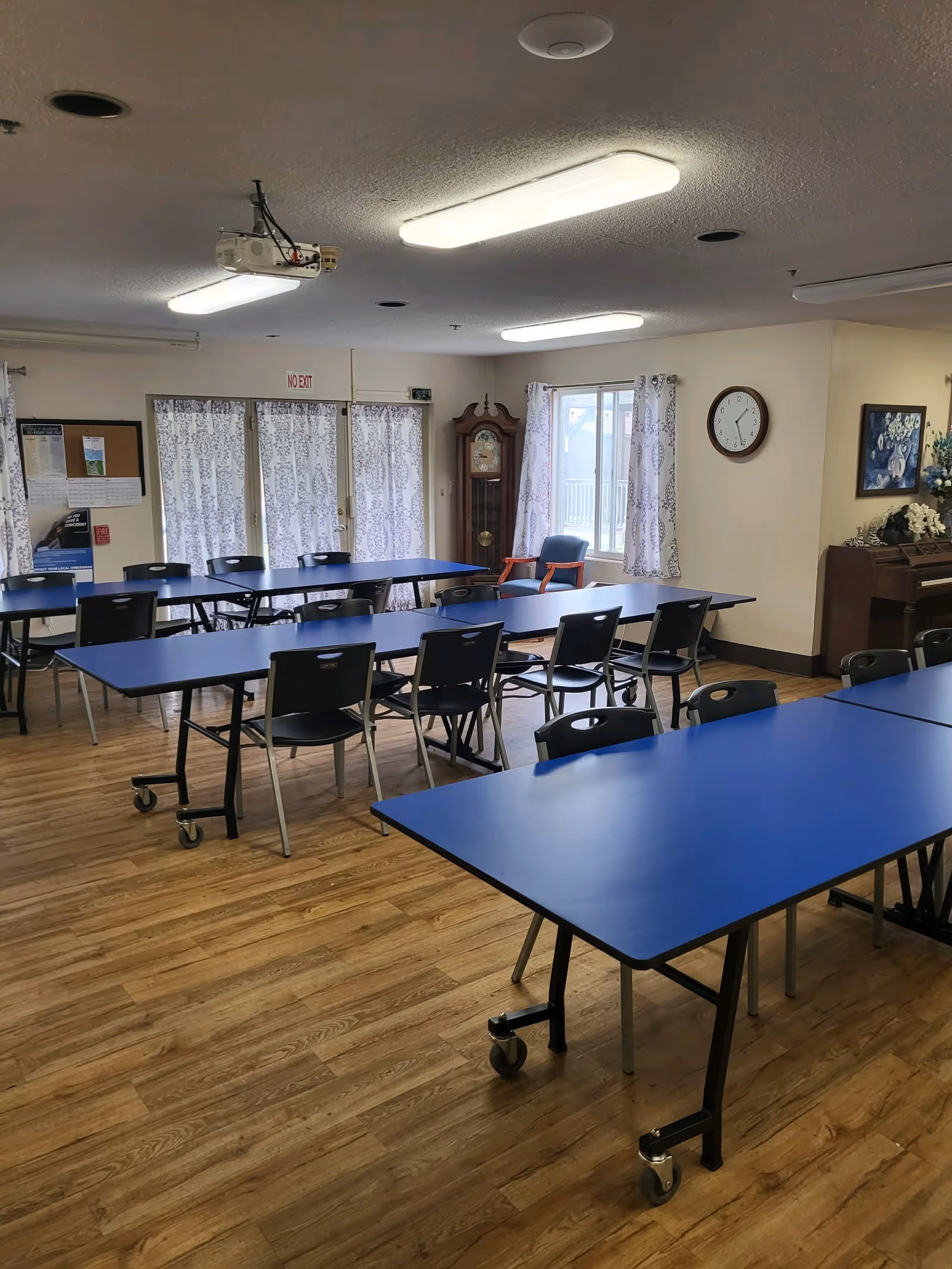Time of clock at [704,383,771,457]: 1:26
